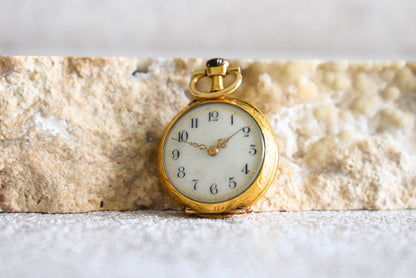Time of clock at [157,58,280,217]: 1:48
